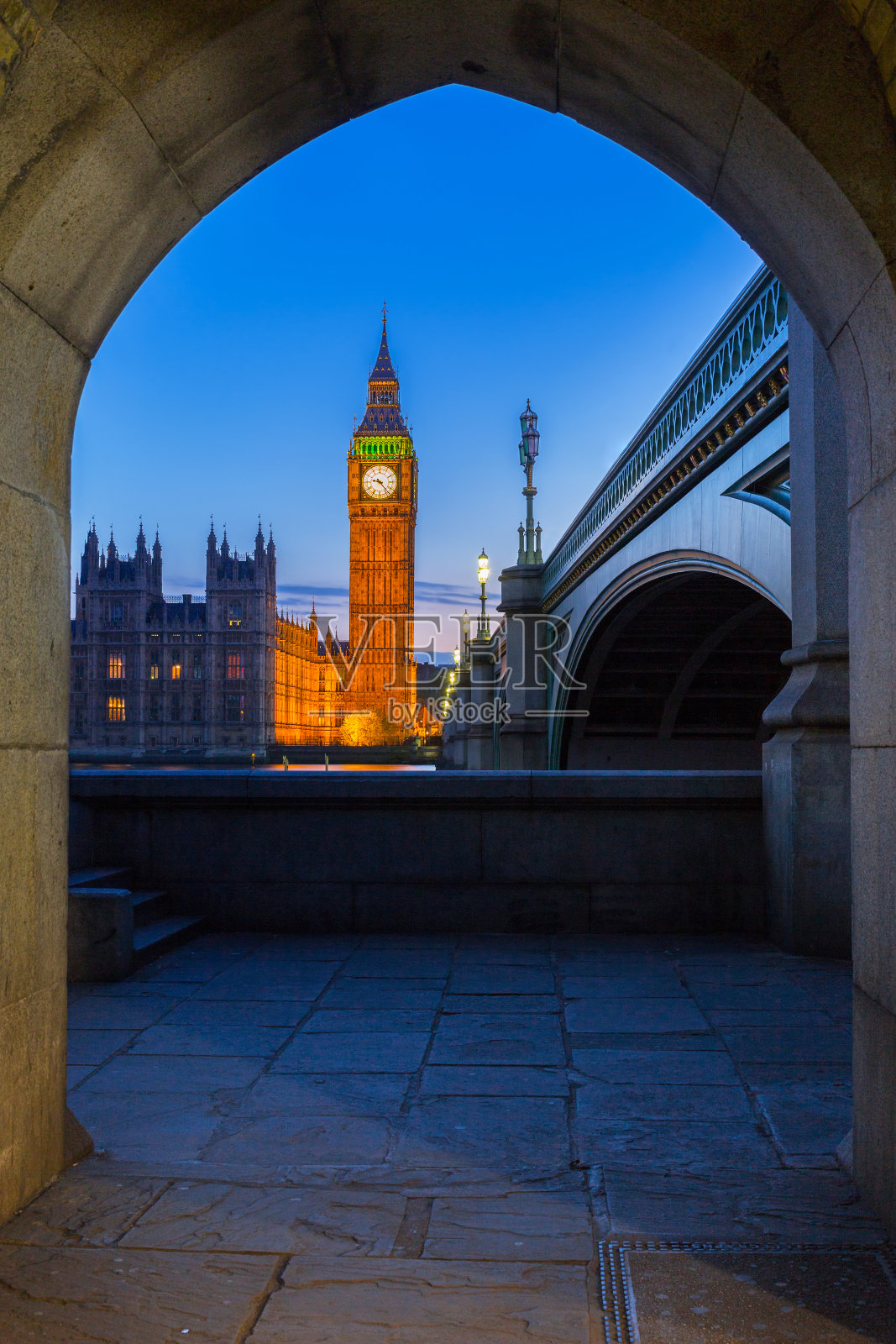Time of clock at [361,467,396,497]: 9:23
